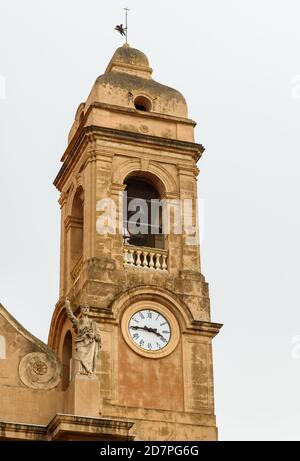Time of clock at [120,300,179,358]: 3:45
